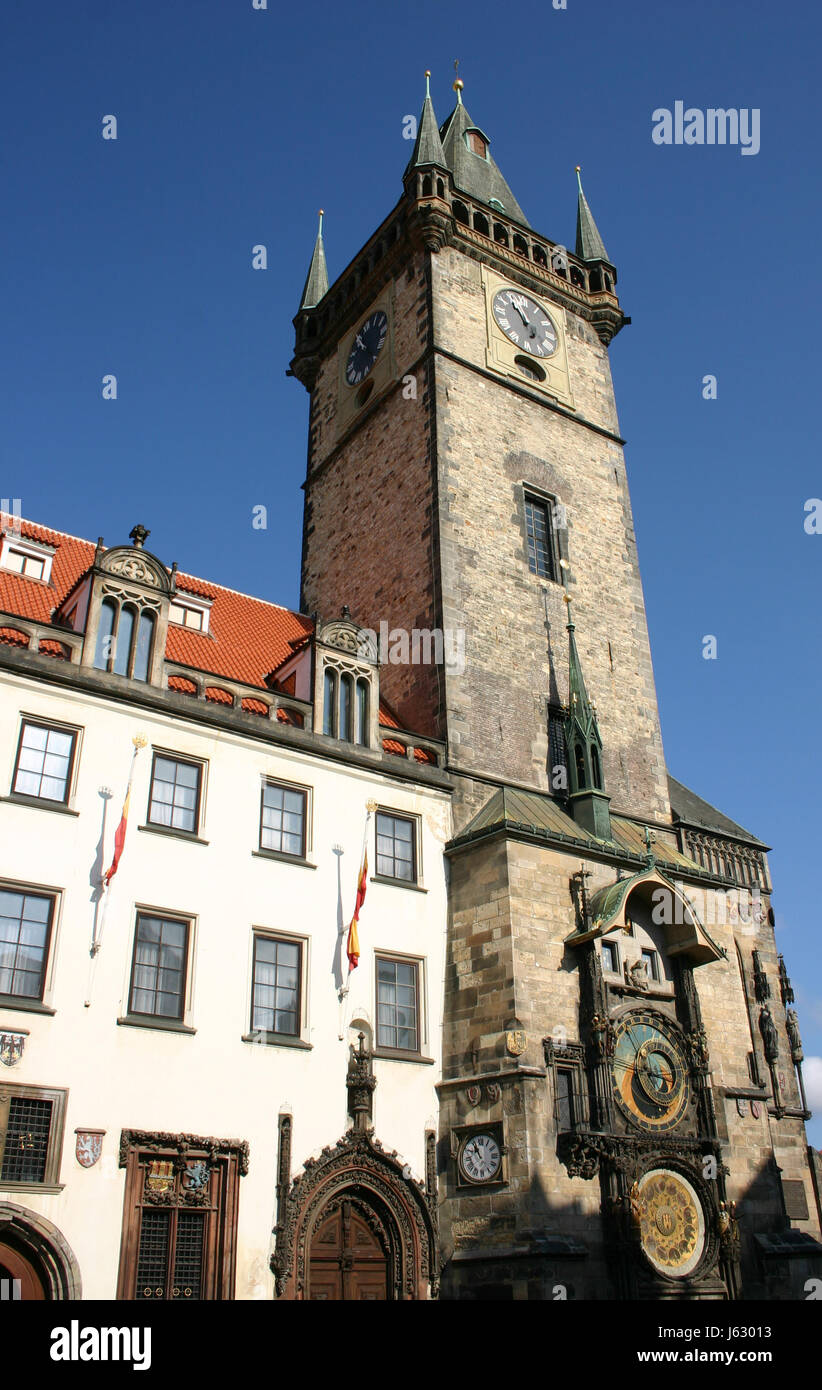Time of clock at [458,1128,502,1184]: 10:55
